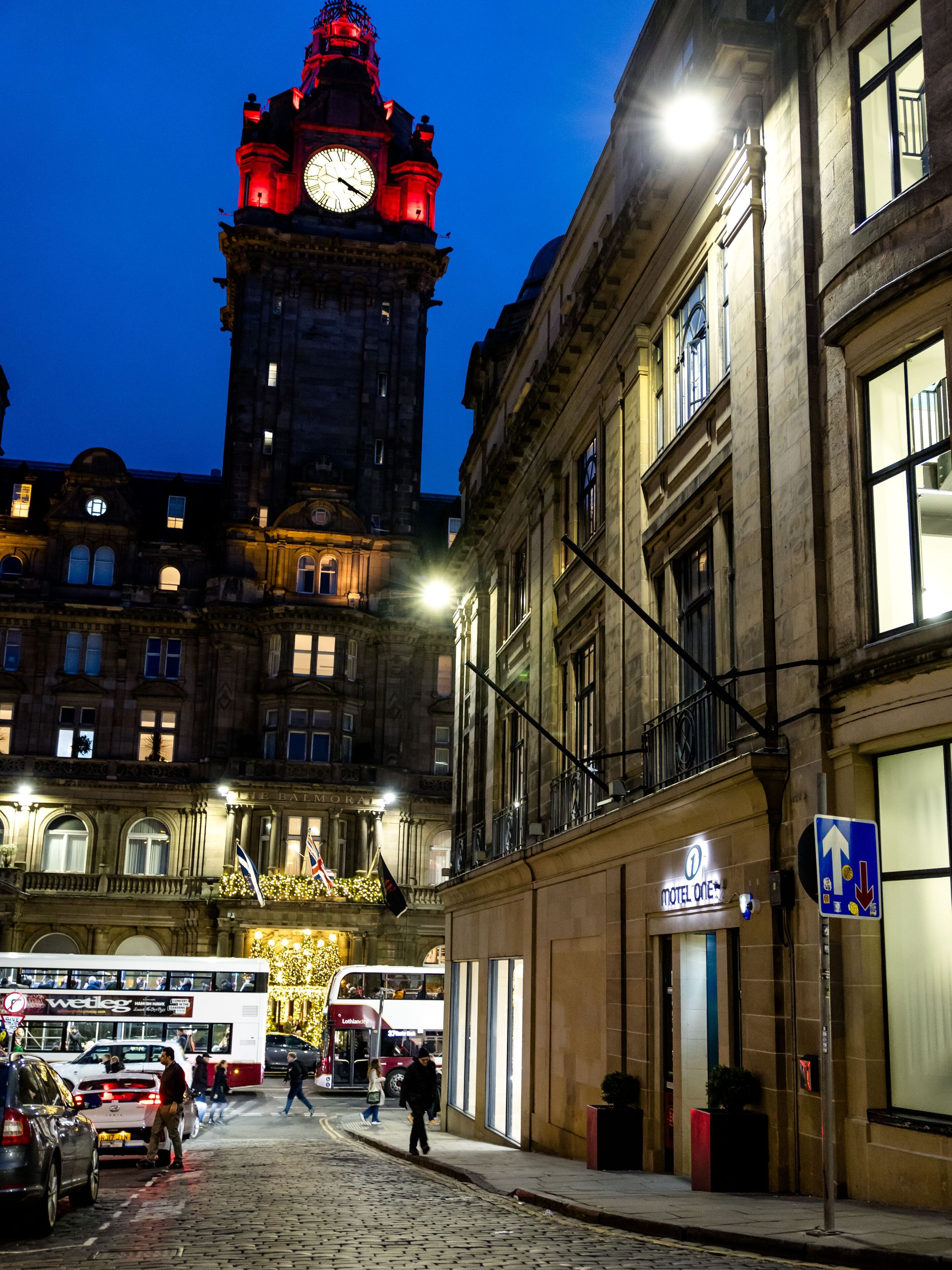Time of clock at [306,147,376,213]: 4:20
